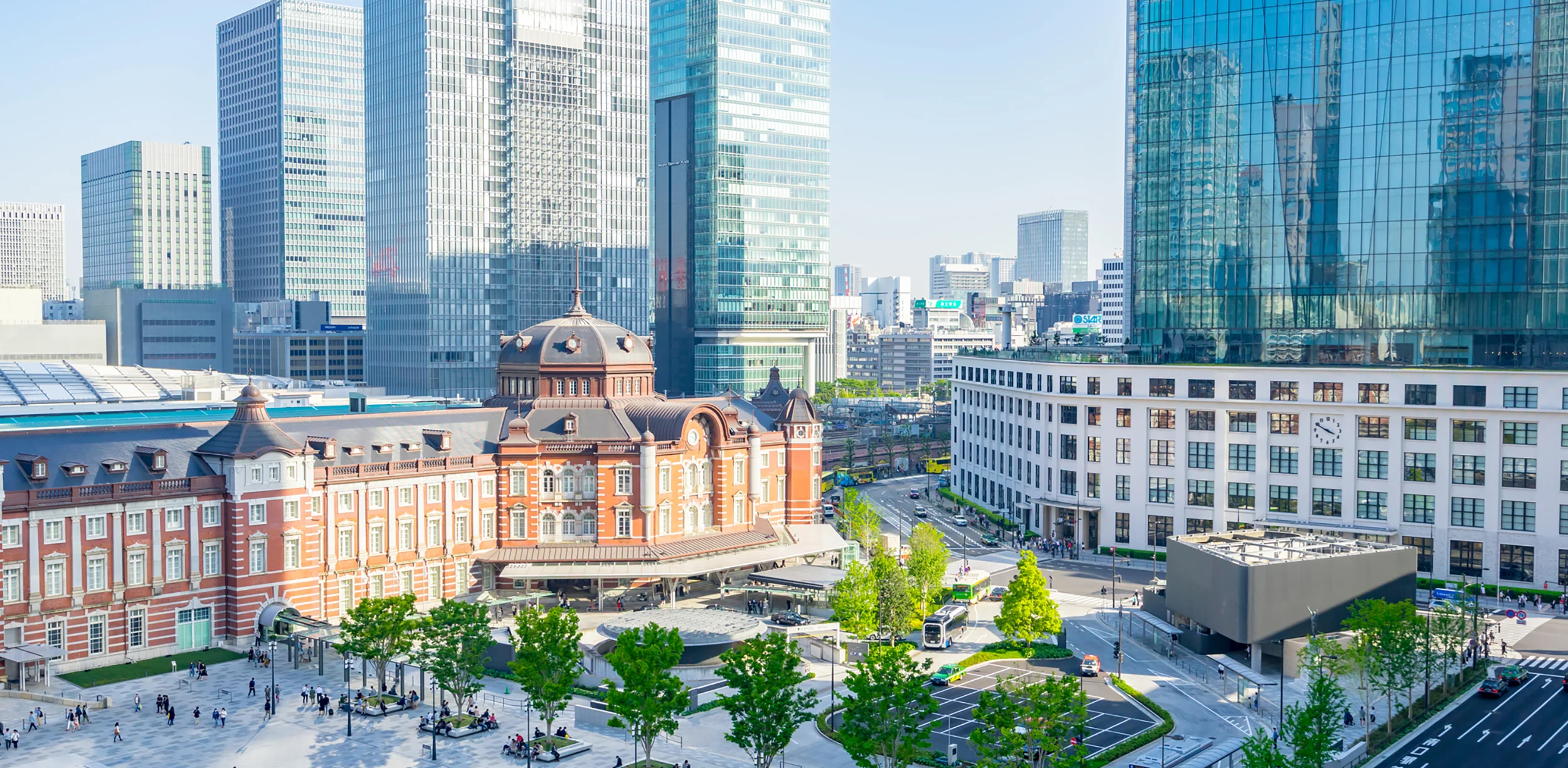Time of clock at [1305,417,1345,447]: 3:49
